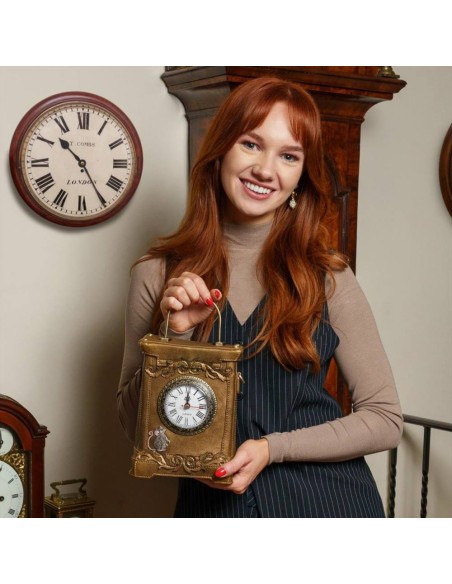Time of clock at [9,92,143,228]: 10:24
